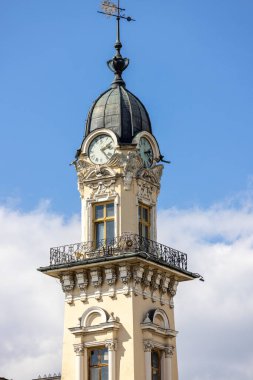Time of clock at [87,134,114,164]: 2:23
